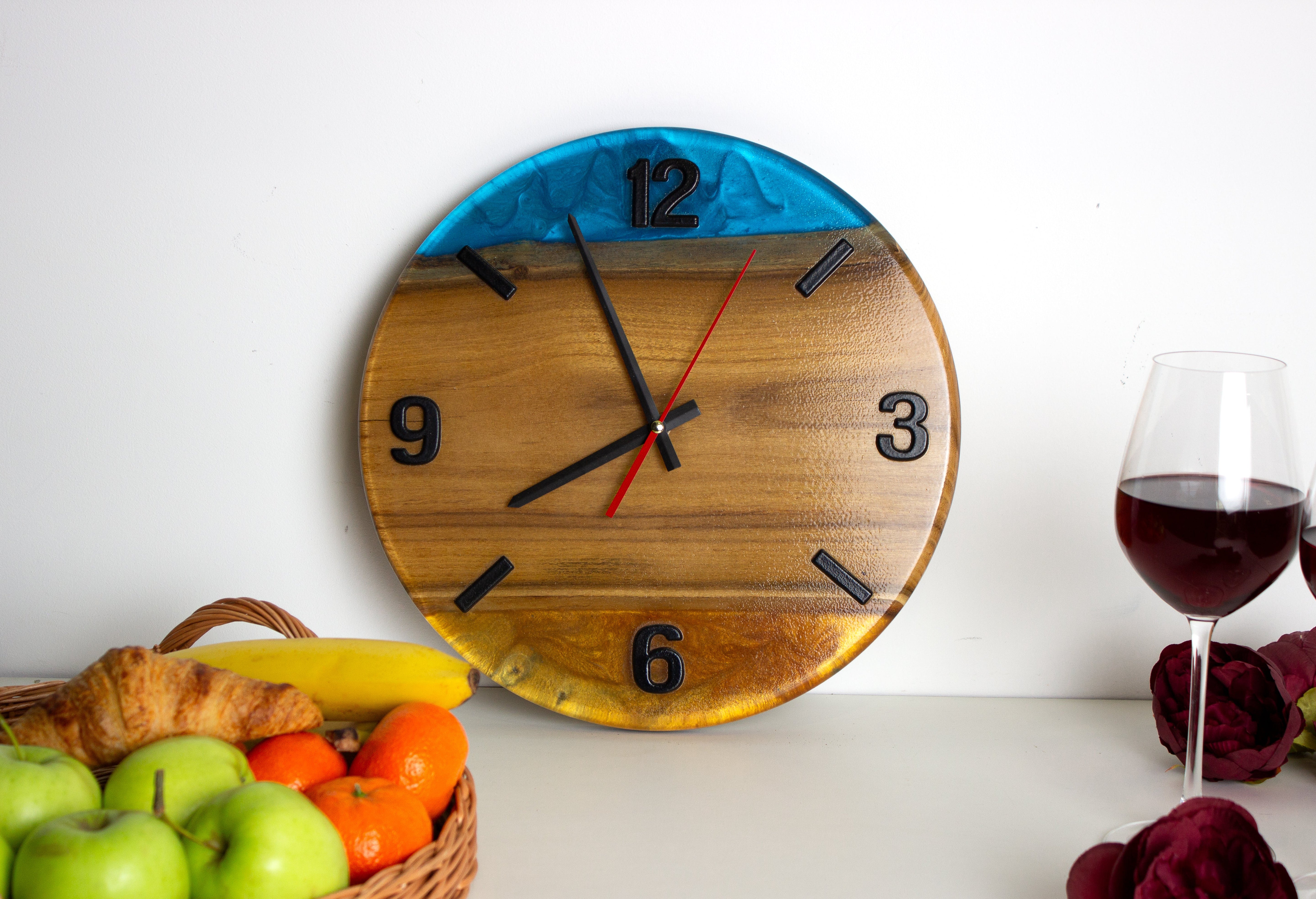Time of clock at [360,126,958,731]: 7:55
